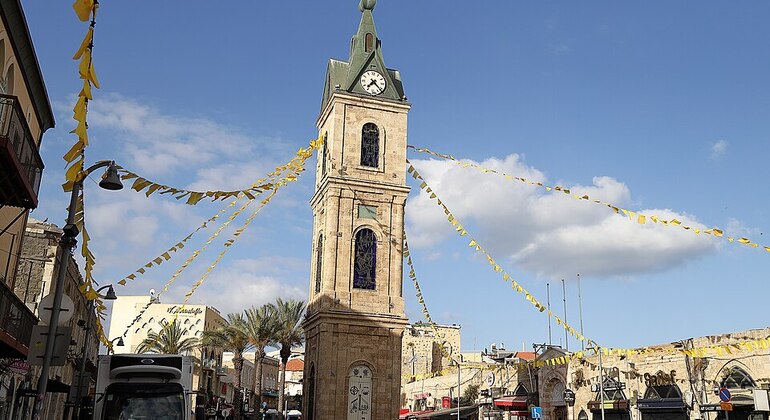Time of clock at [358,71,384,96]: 7:22
